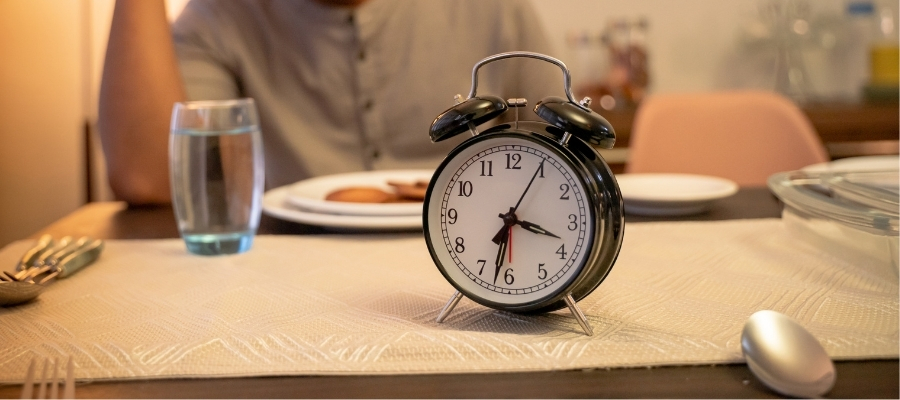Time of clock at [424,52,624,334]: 3:32
